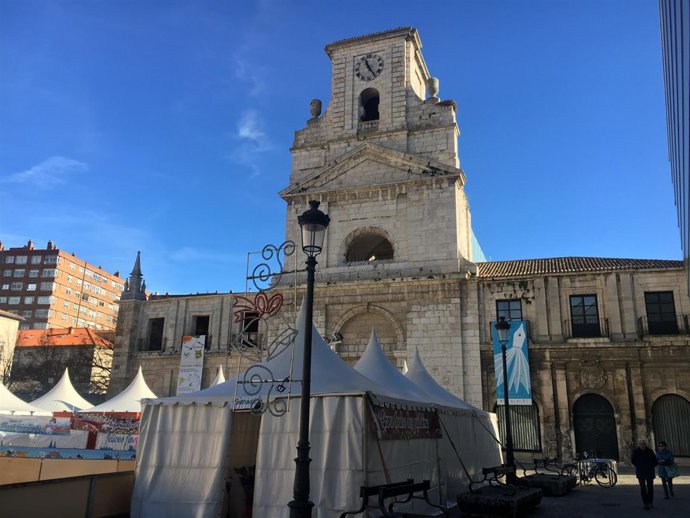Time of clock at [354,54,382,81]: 11:24
